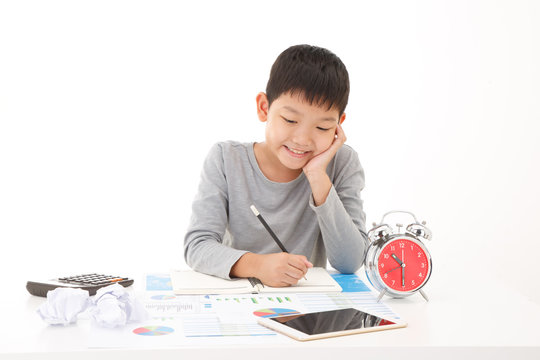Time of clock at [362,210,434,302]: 10:30
